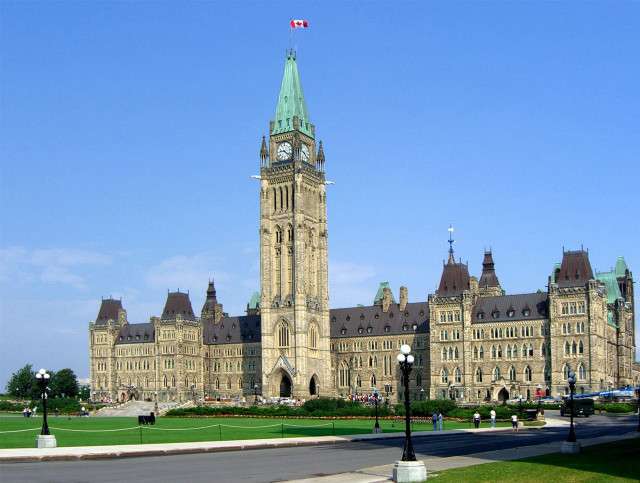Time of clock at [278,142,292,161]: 9:22
